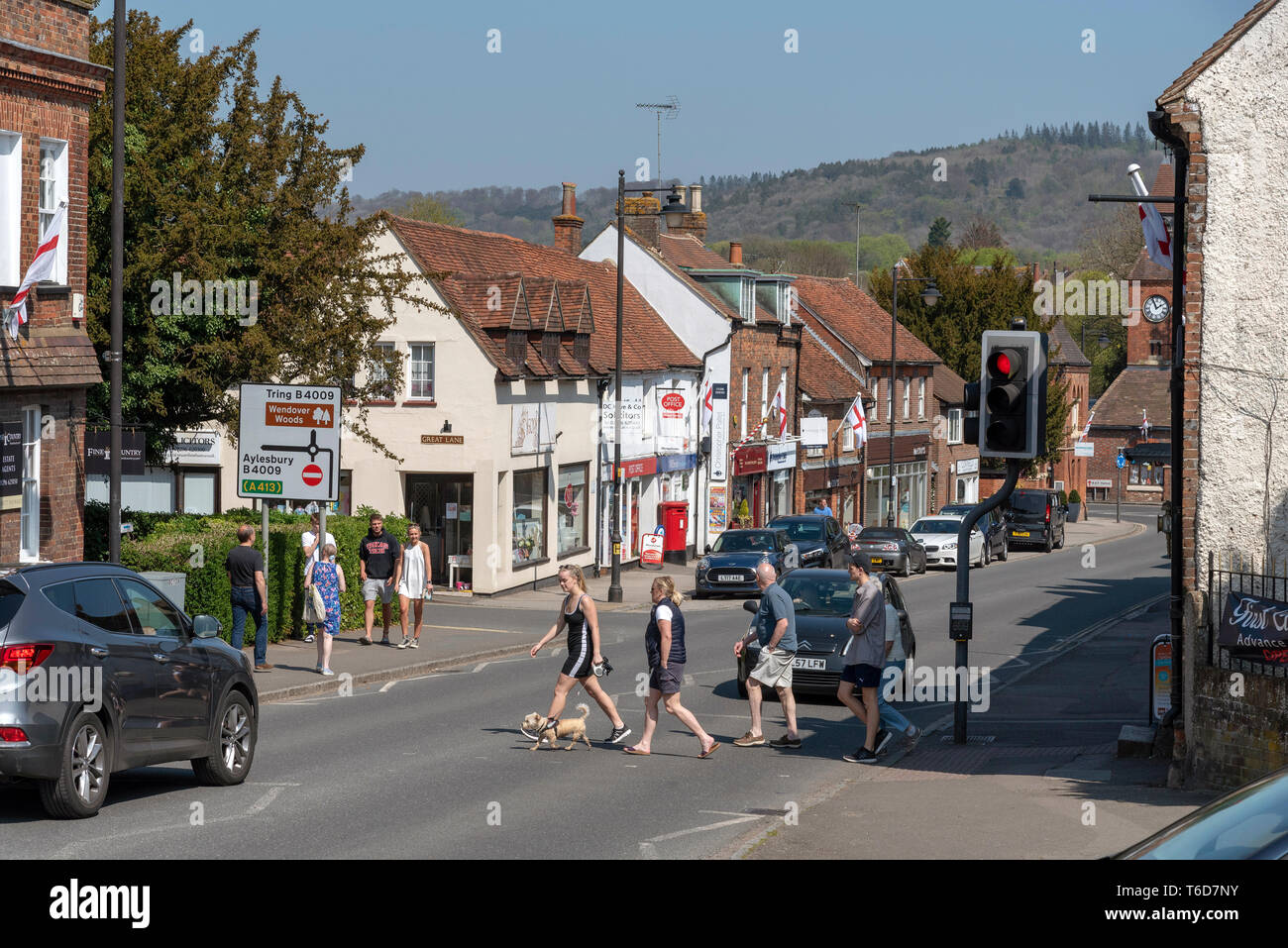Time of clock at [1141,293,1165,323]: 1:56
